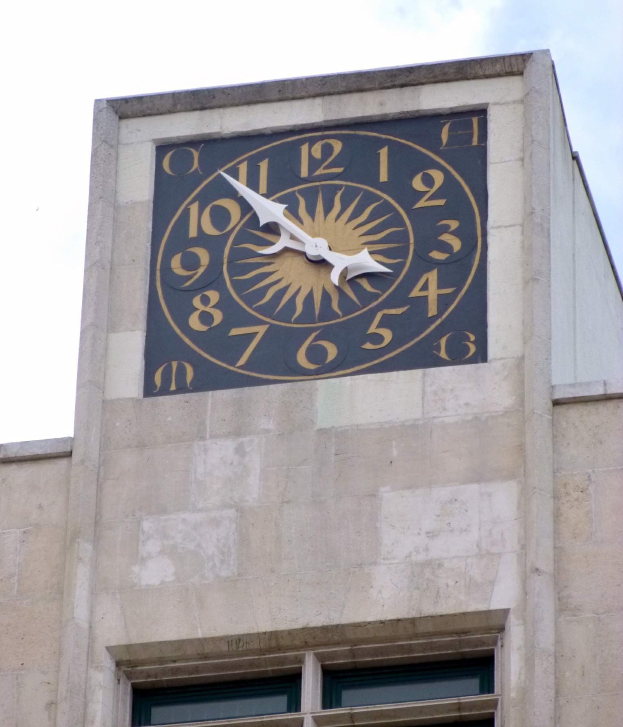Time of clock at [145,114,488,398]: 3:53
